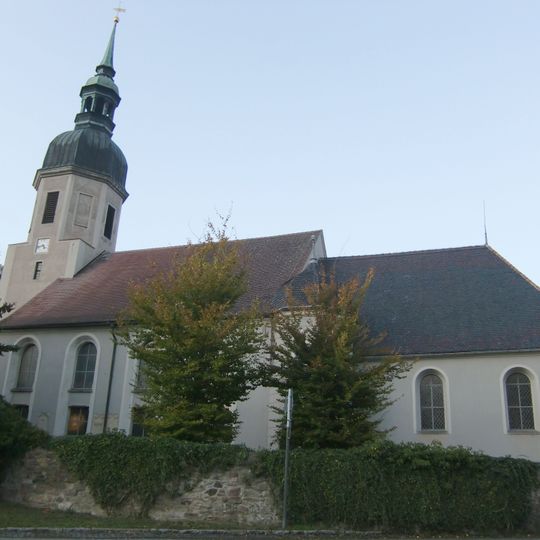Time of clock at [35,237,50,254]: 4:42
